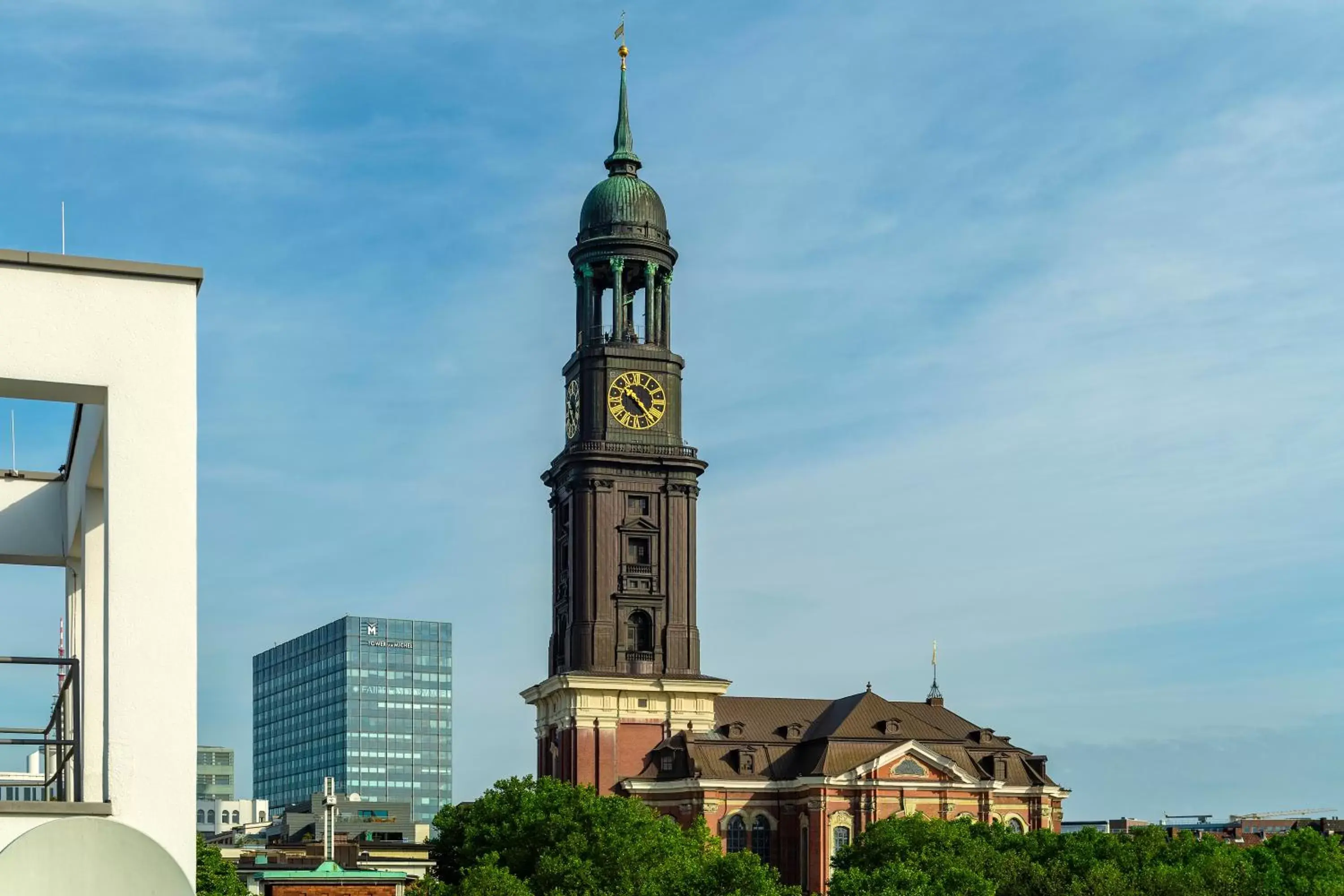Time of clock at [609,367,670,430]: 10:22
